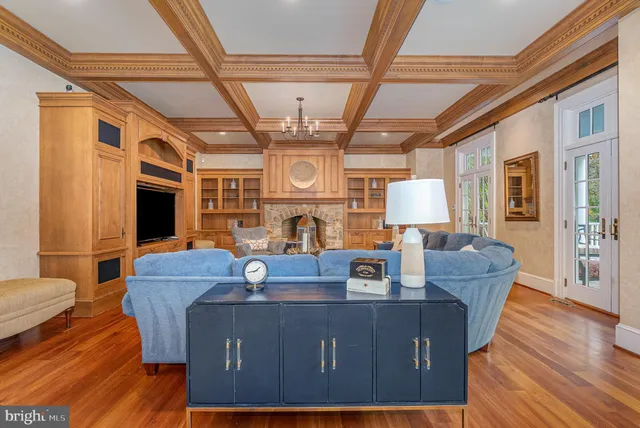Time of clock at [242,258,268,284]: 1:43
